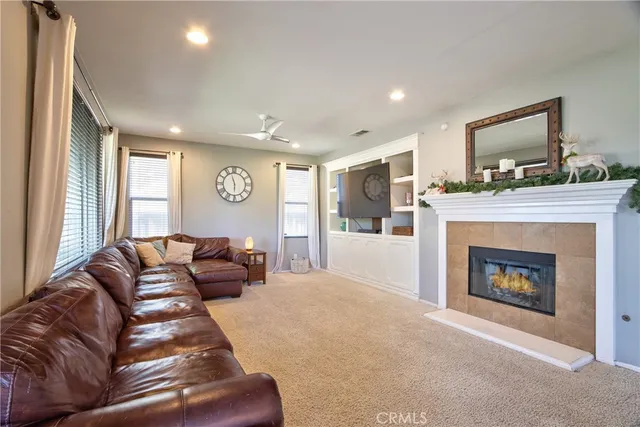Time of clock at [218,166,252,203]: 5:57
